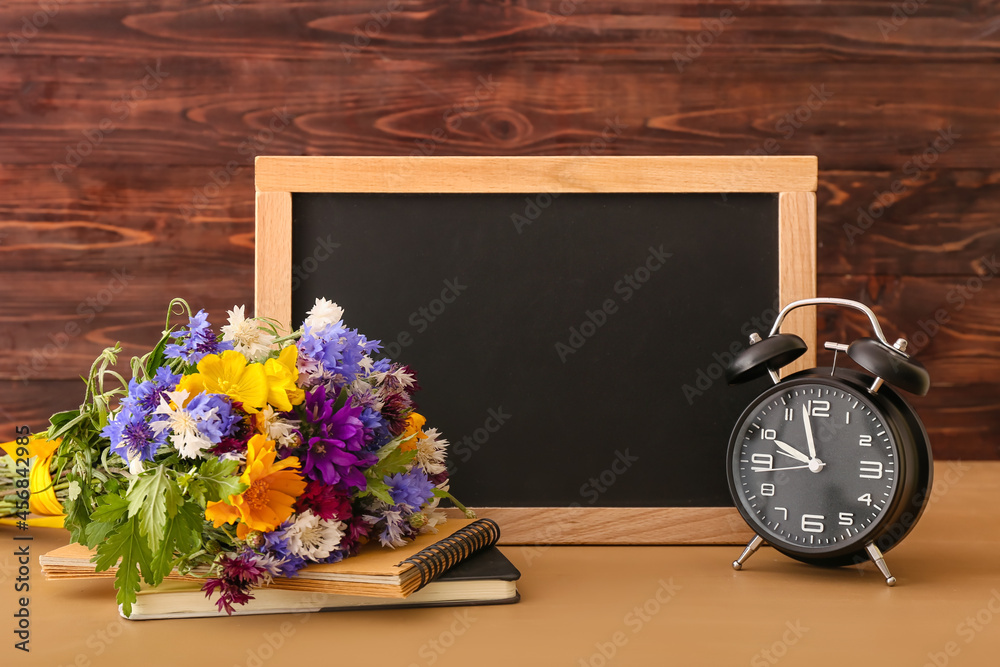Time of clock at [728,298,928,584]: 9:57
